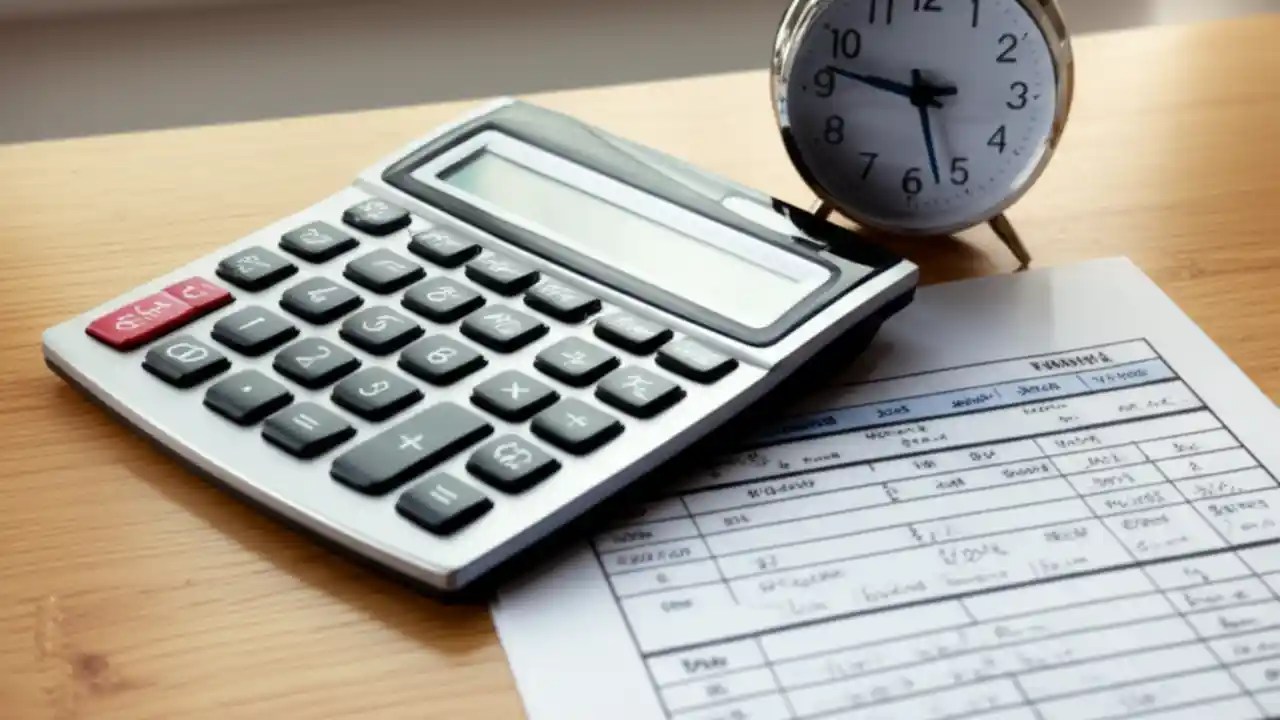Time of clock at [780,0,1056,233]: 9:27
